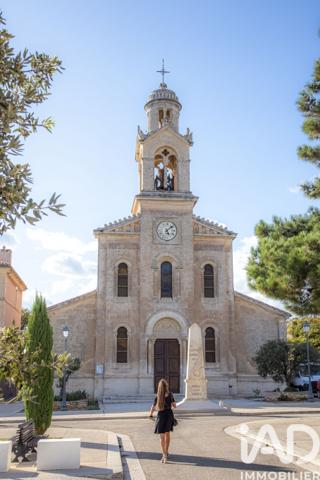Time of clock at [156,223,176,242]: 5:08
